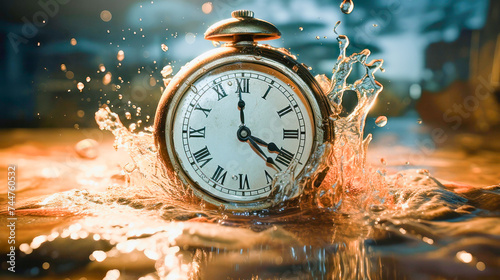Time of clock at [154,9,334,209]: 3:58
